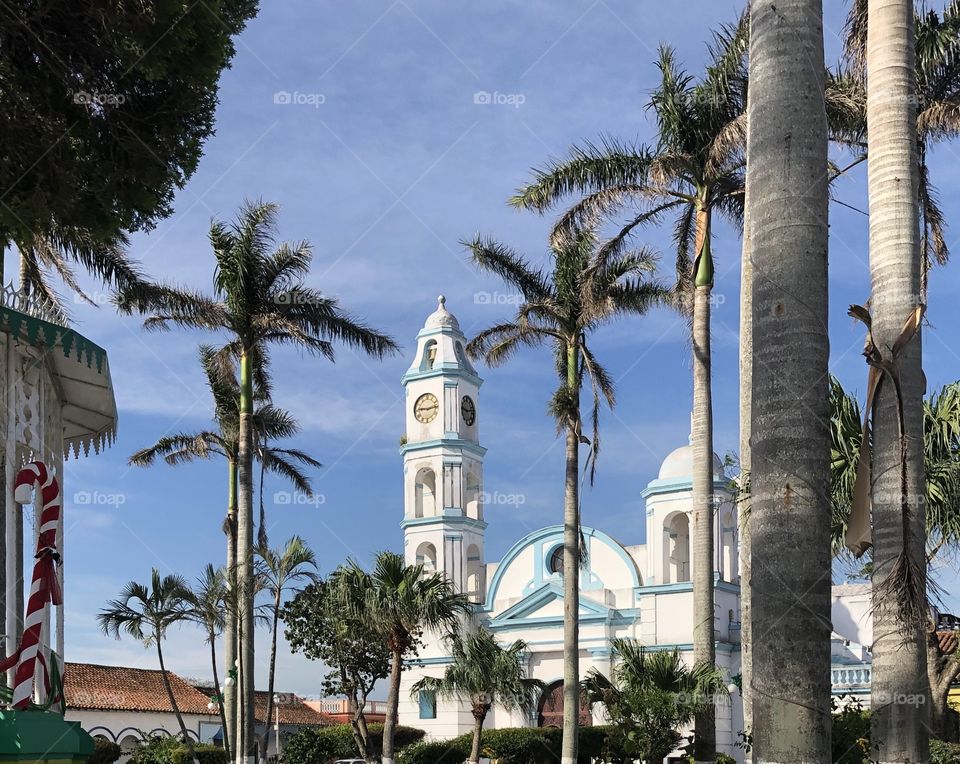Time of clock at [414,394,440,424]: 9:13
